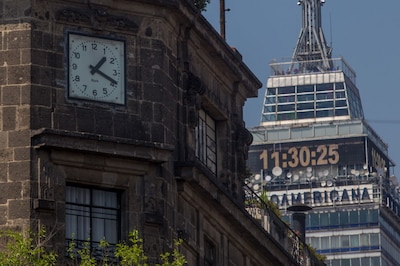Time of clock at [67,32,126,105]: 1:18
